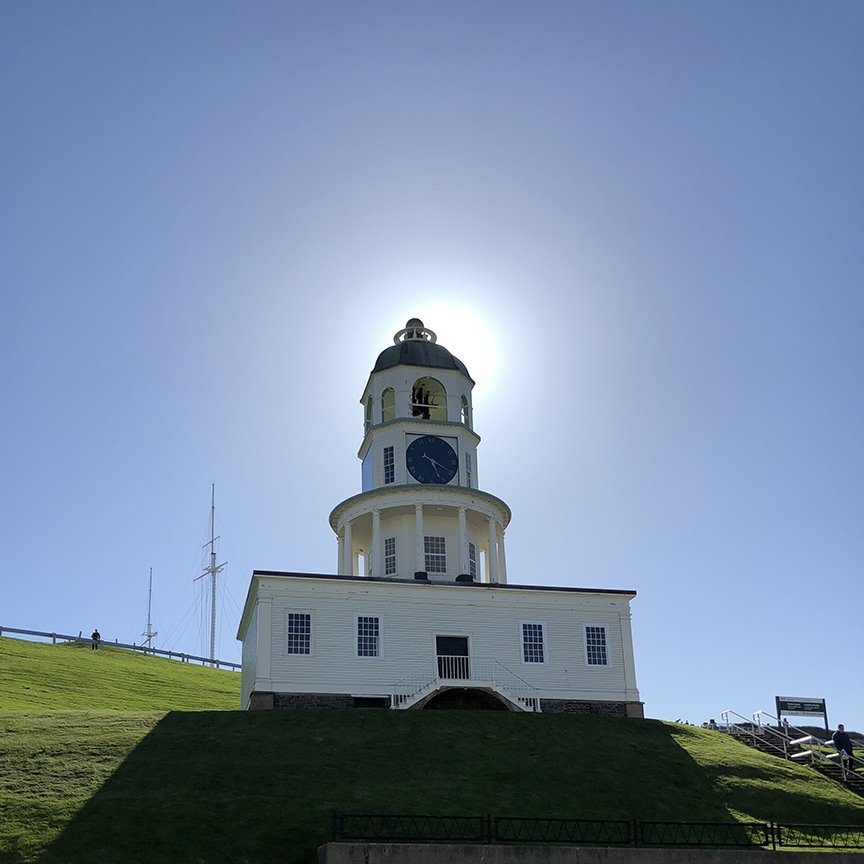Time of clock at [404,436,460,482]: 5:19
